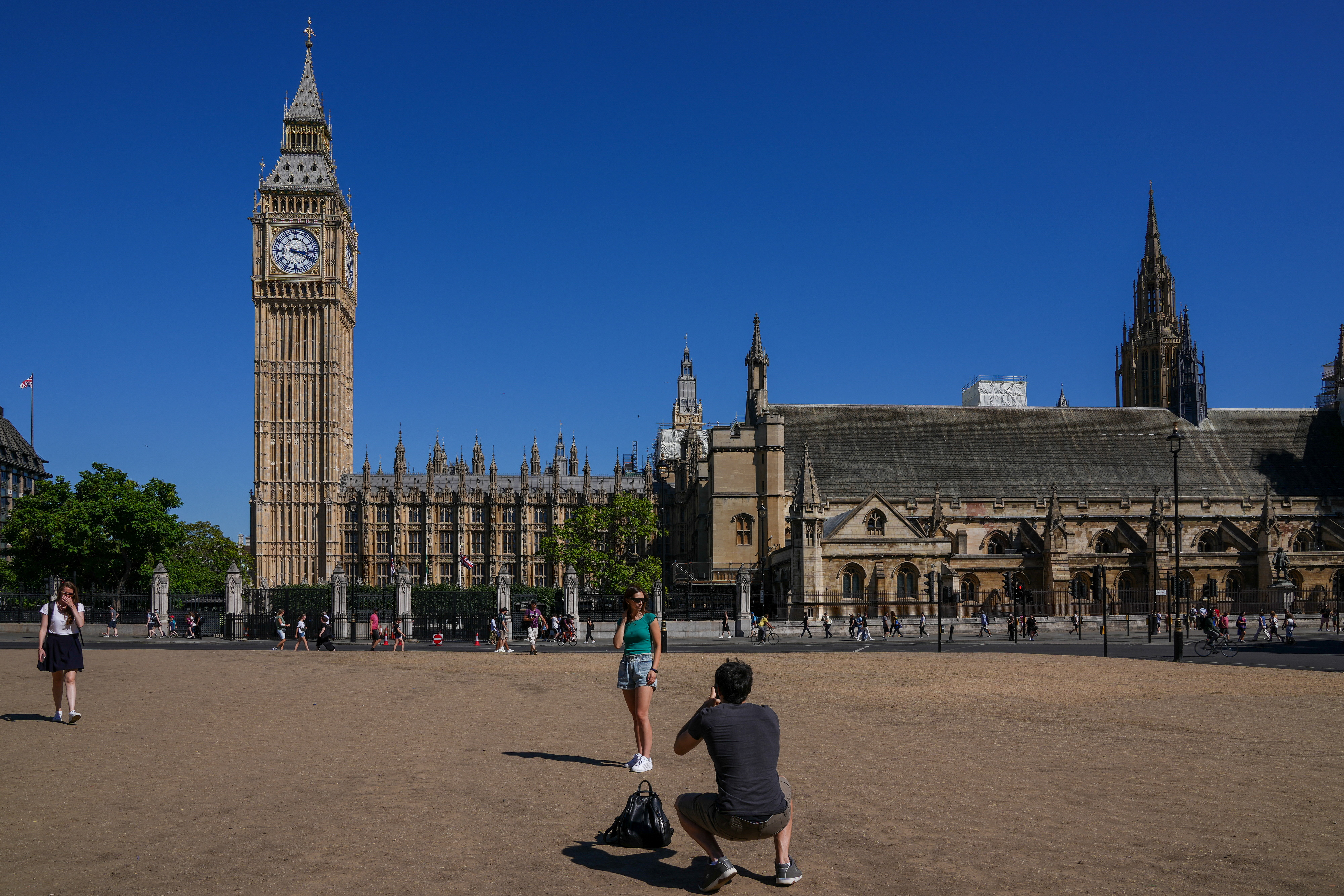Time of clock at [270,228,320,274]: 3:18
